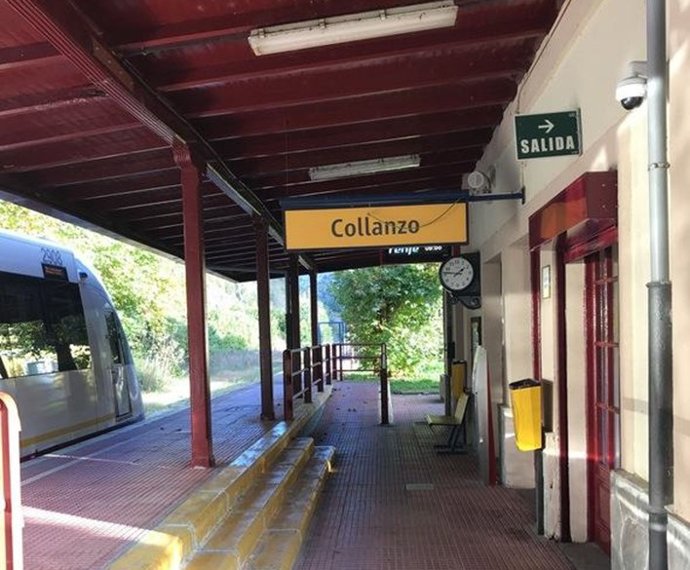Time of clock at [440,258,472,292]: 1:46
